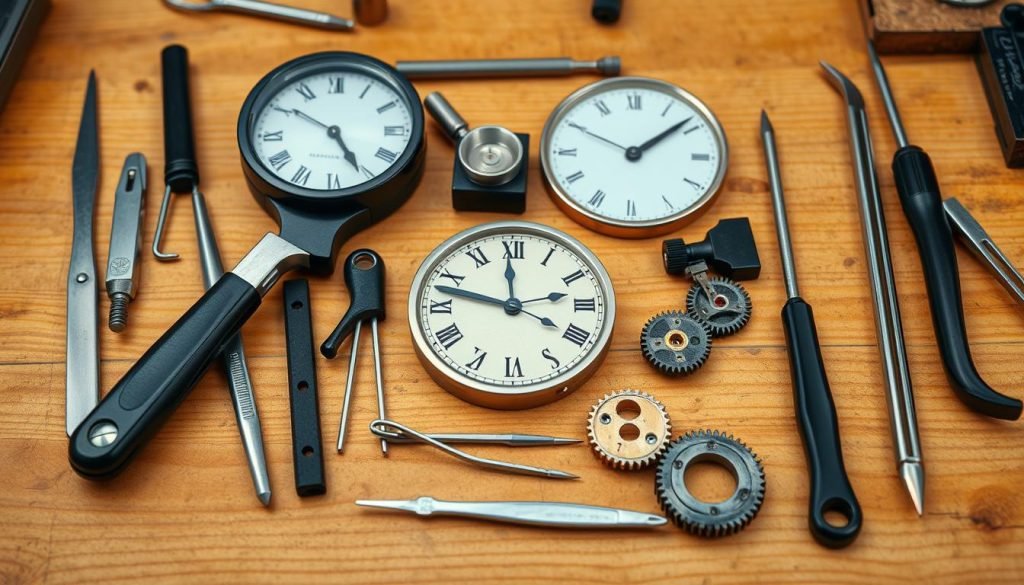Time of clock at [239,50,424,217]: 4:50
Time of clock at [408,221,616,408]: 11:47
